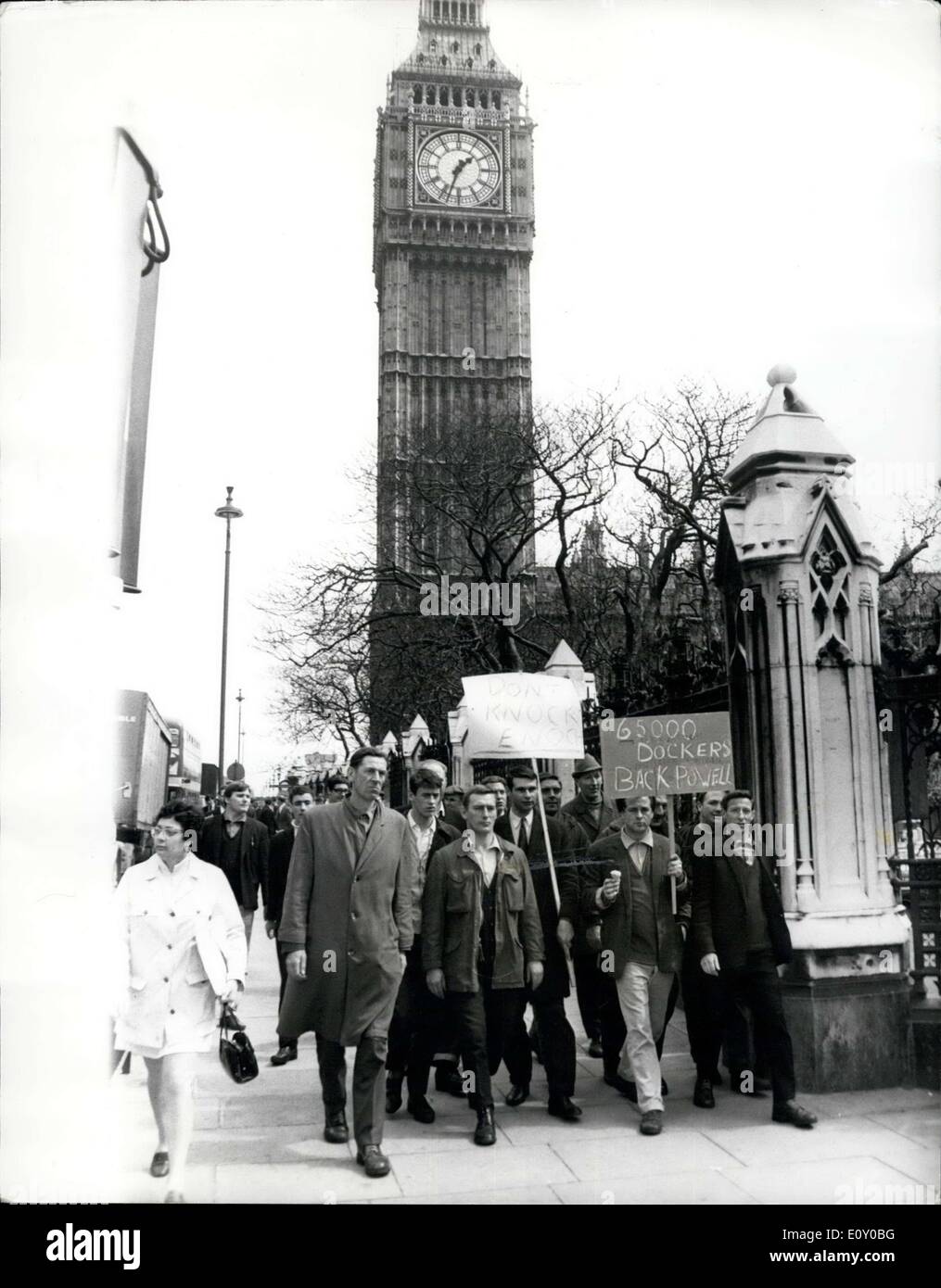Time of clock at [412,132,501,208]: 1:33
